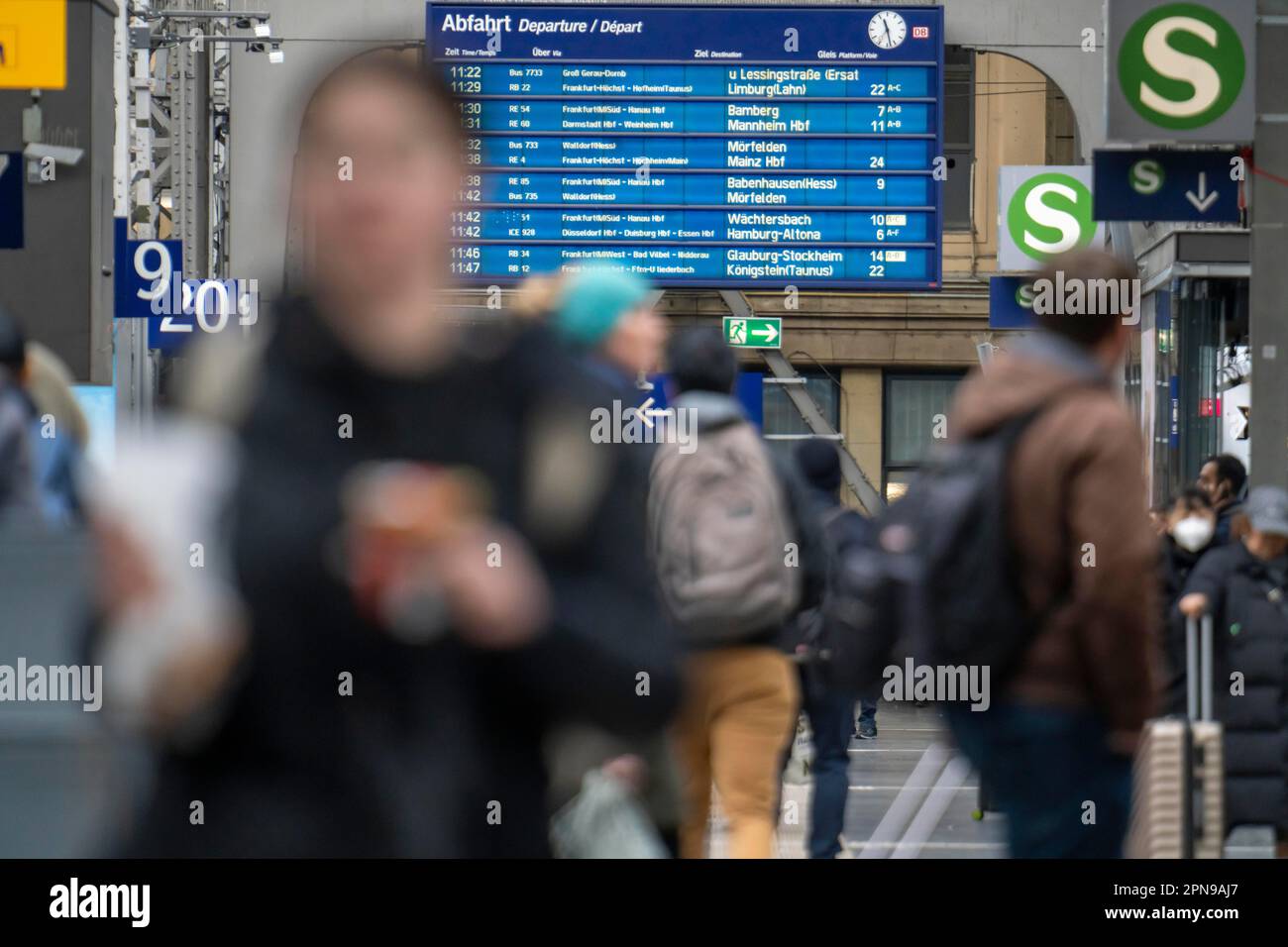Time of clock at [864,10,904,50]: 11:28
